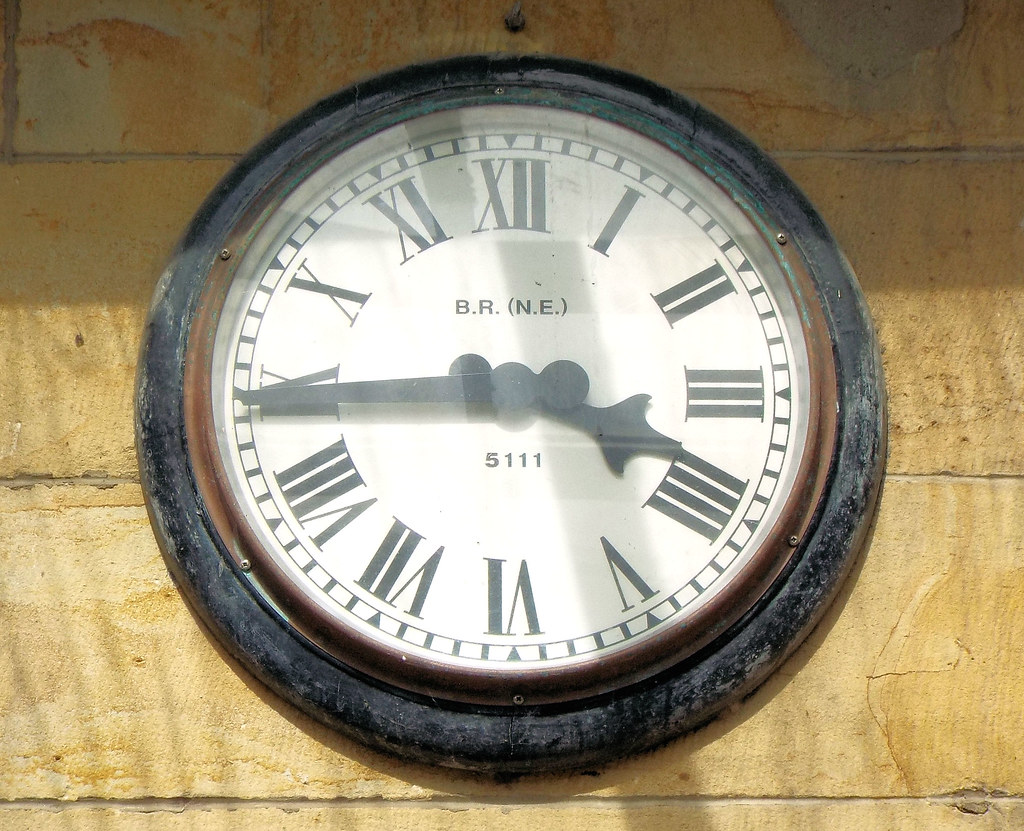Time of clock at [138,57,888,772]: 3:44
